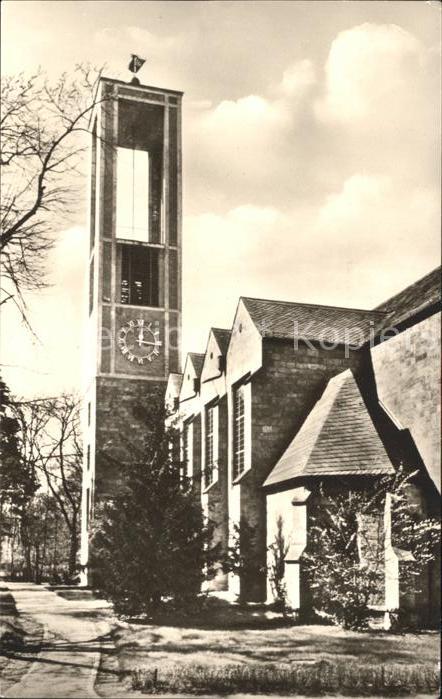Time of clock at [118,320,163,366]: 12:16
